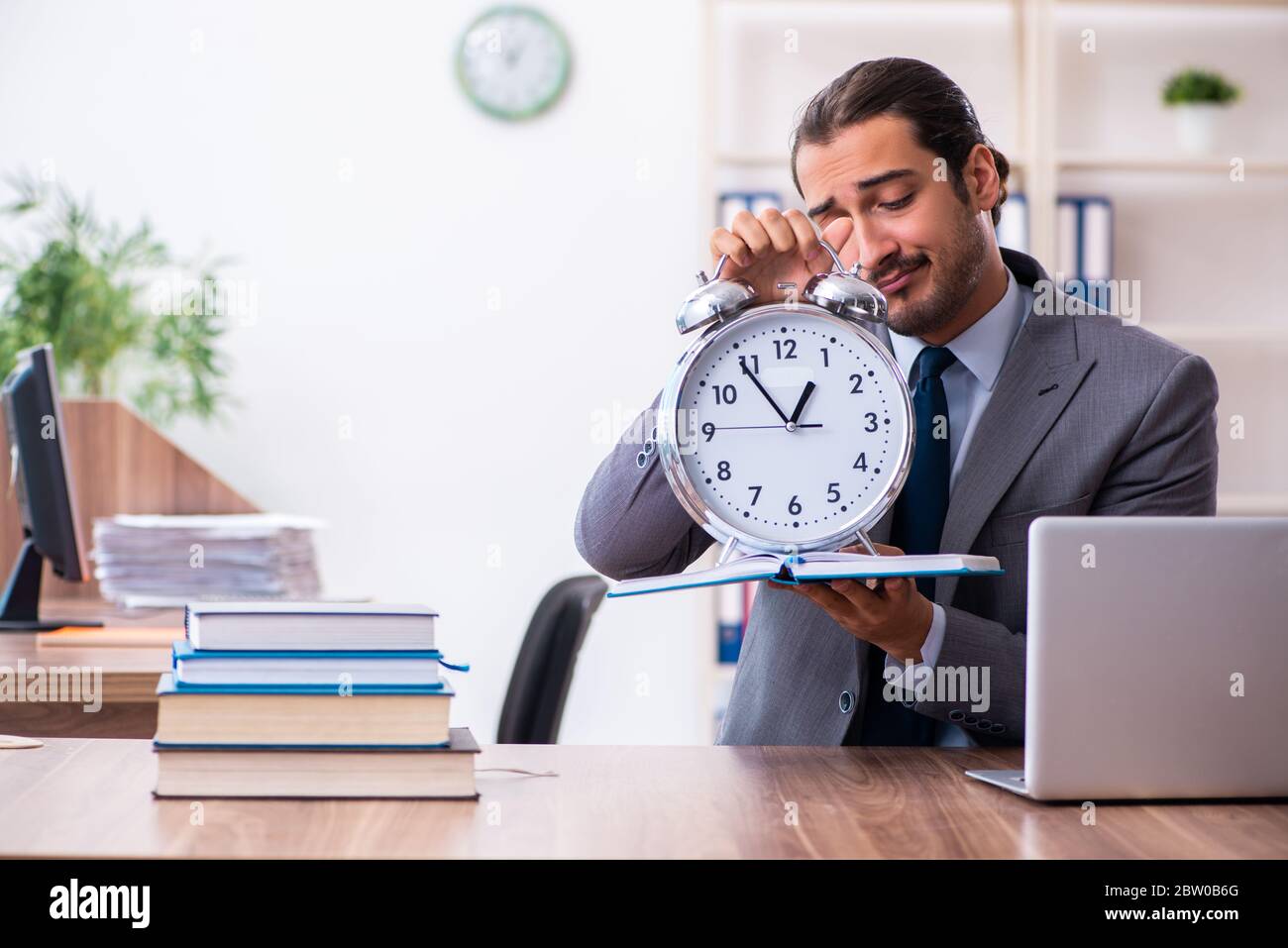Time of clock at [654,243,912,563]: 12:54
